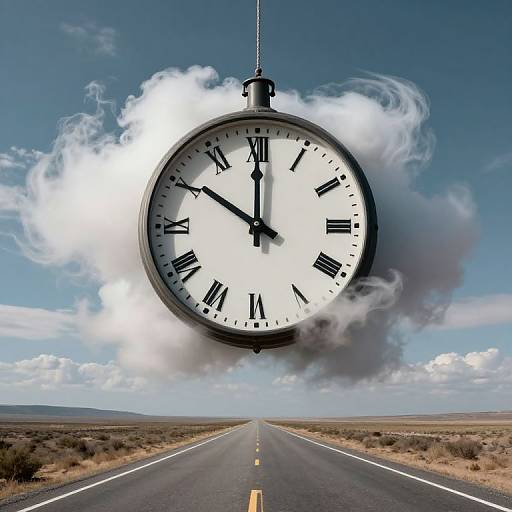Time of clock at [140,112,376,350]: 9:59
